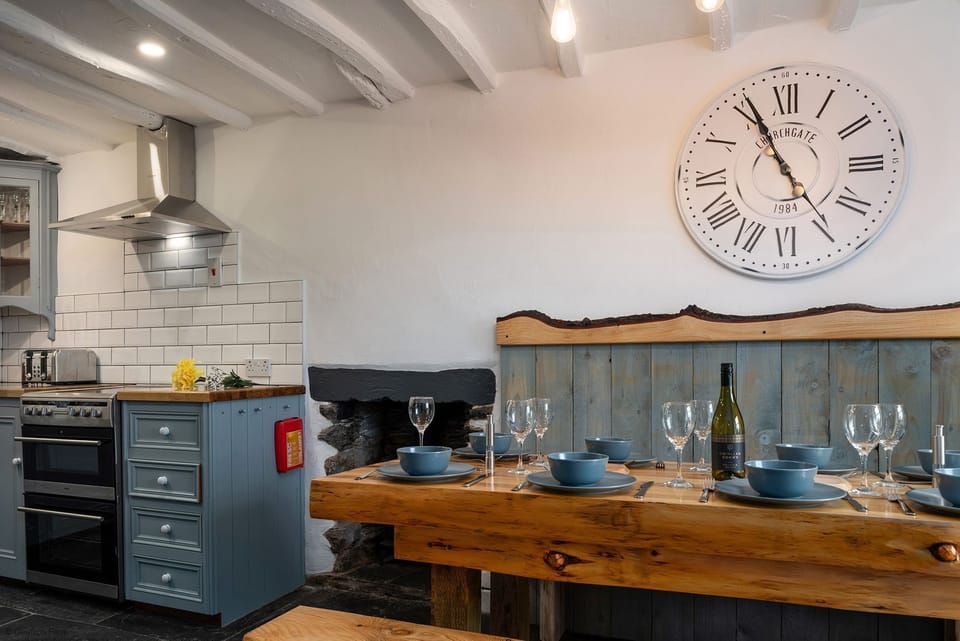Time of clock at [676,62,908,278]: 4:55
